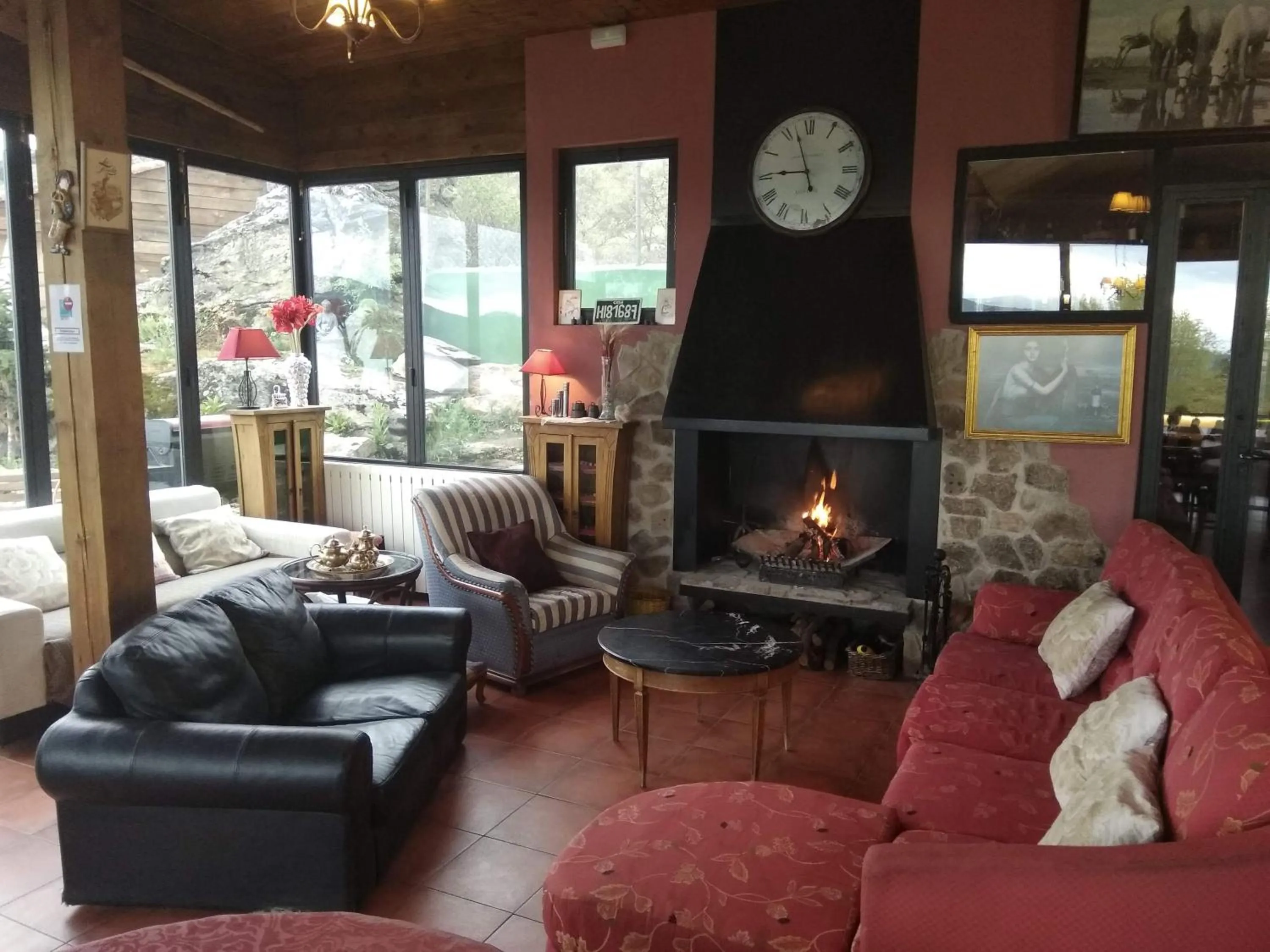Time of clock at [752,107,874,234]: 8:57
